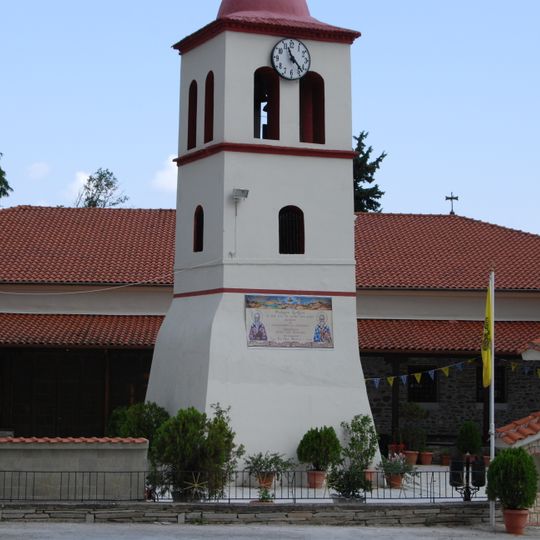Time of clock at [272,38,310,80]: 11:23
